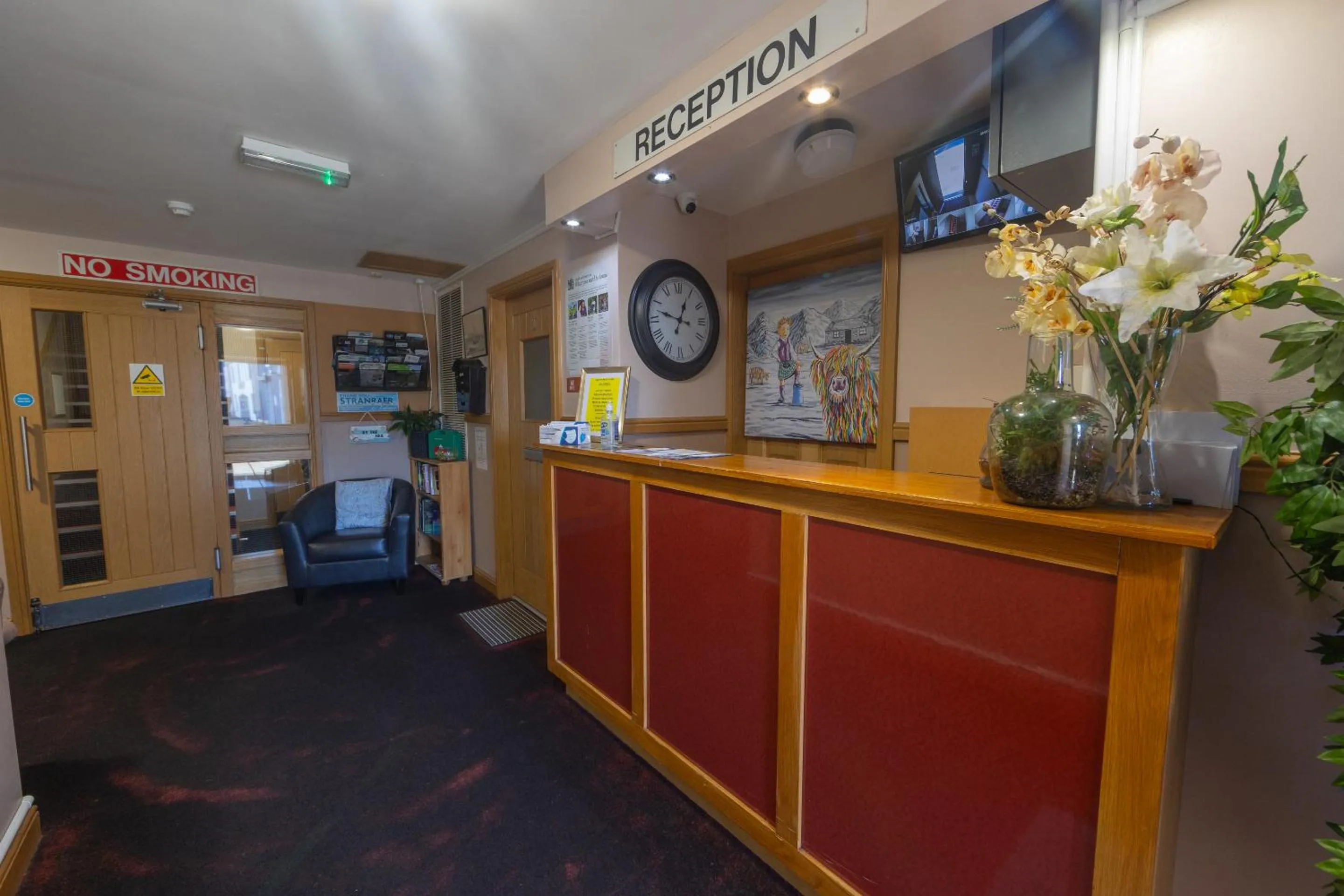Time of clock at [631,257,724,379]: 12:47
